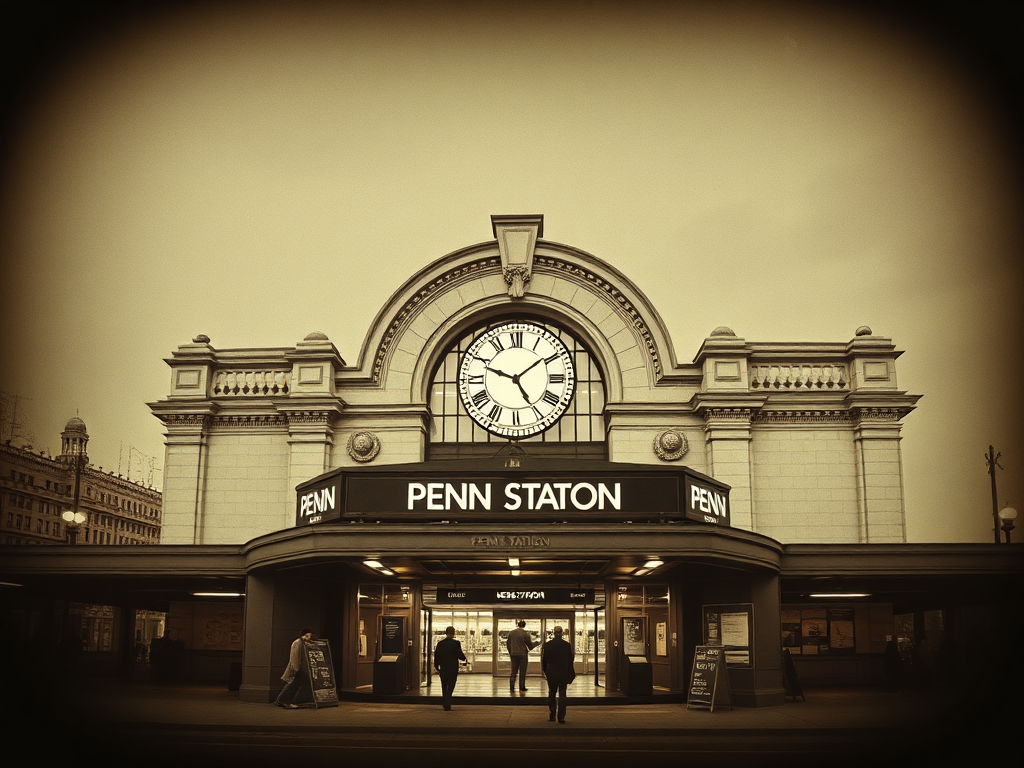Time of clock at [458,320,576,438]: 4:48
